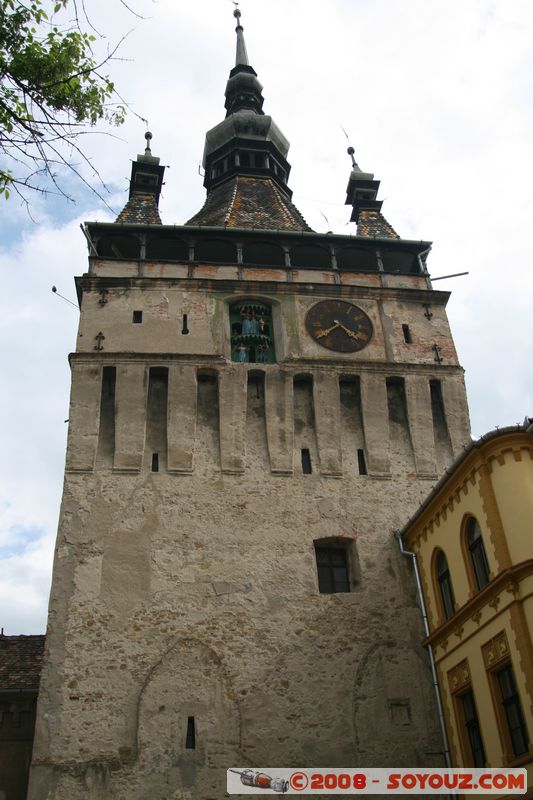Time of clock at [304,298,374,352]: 4:38
